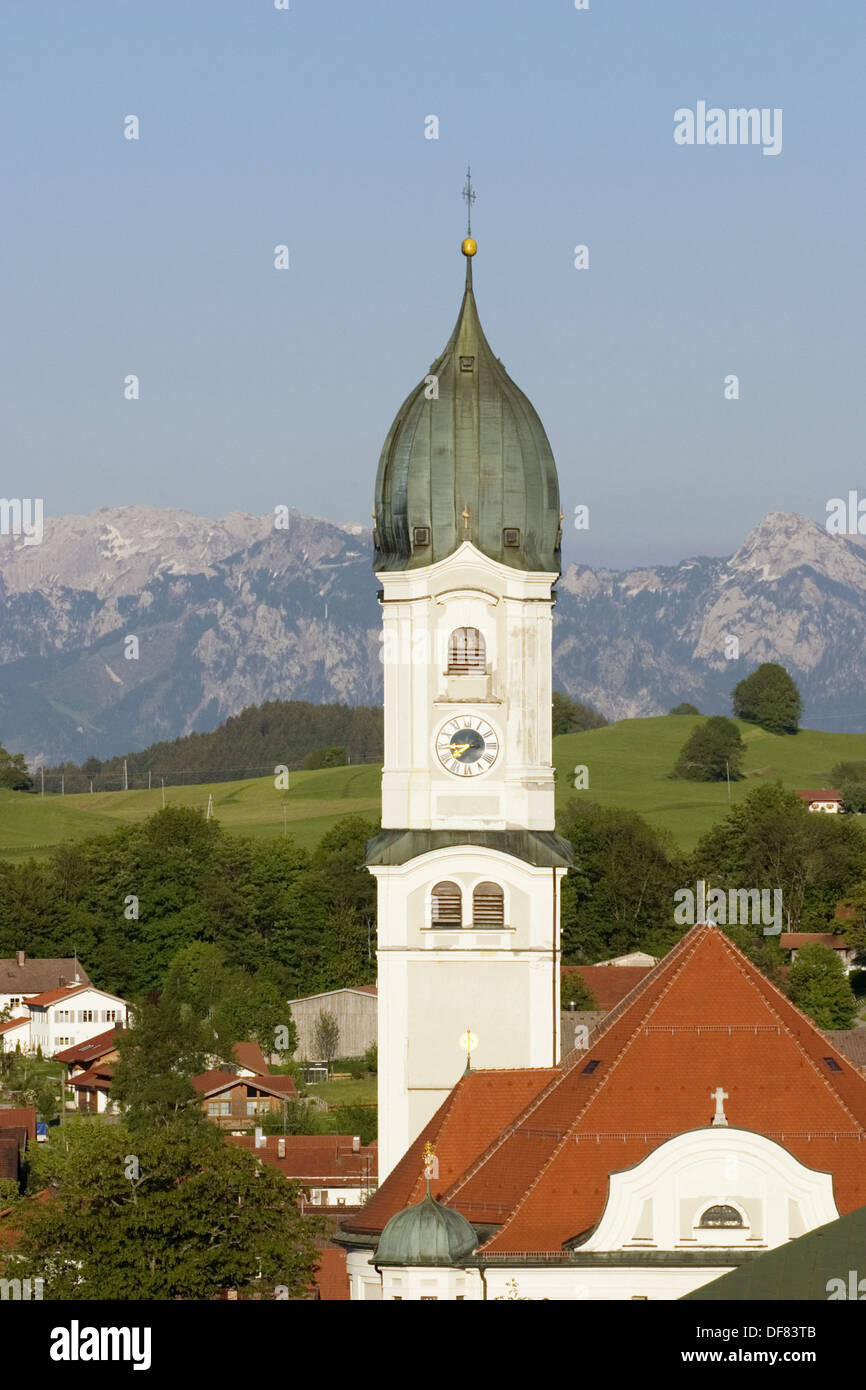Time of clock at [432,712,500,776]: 7:44
